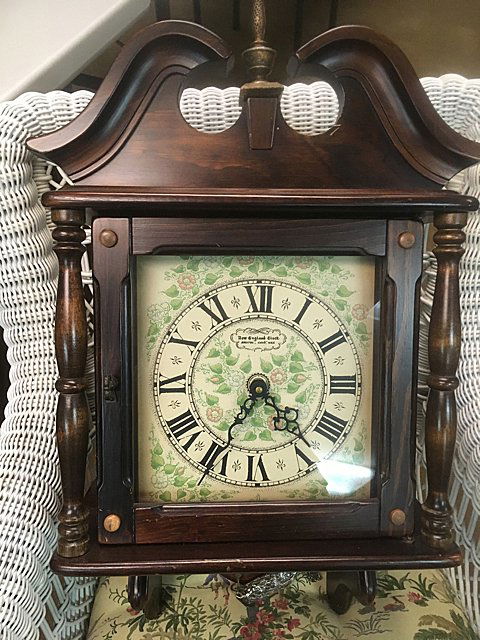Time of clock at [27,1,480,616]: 4:35
